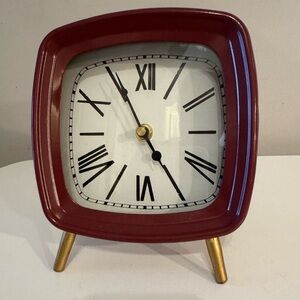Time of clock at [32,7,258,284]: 4:54
